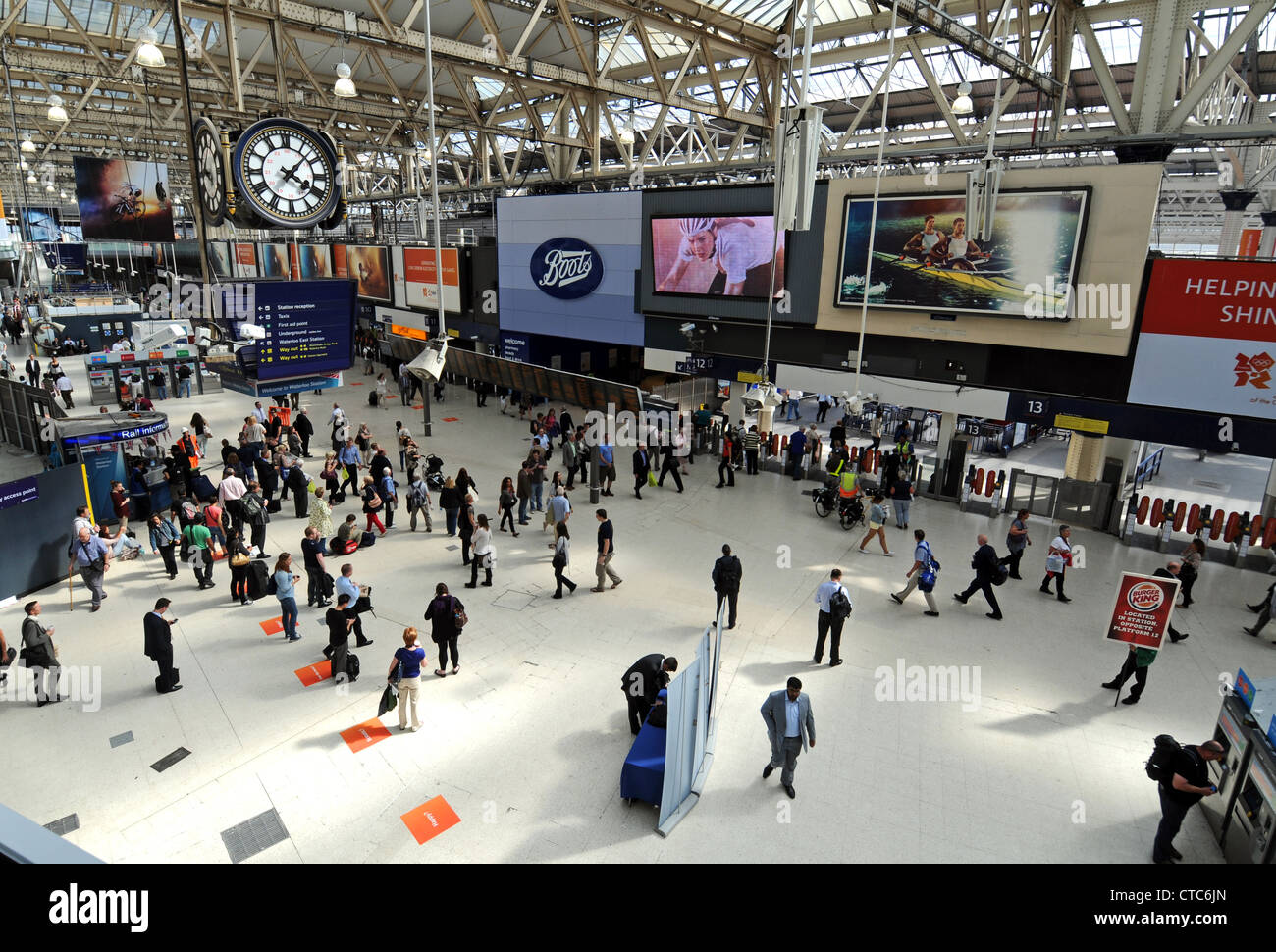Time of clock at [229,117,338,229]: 4:07
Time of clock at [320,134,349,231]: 4:07
